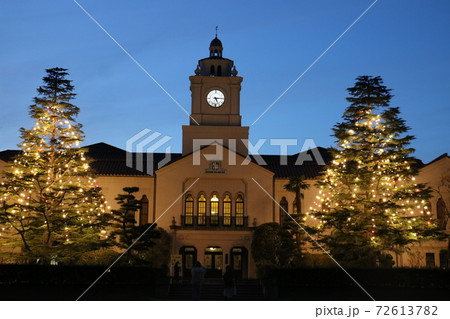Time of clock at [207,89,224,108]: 5:14
